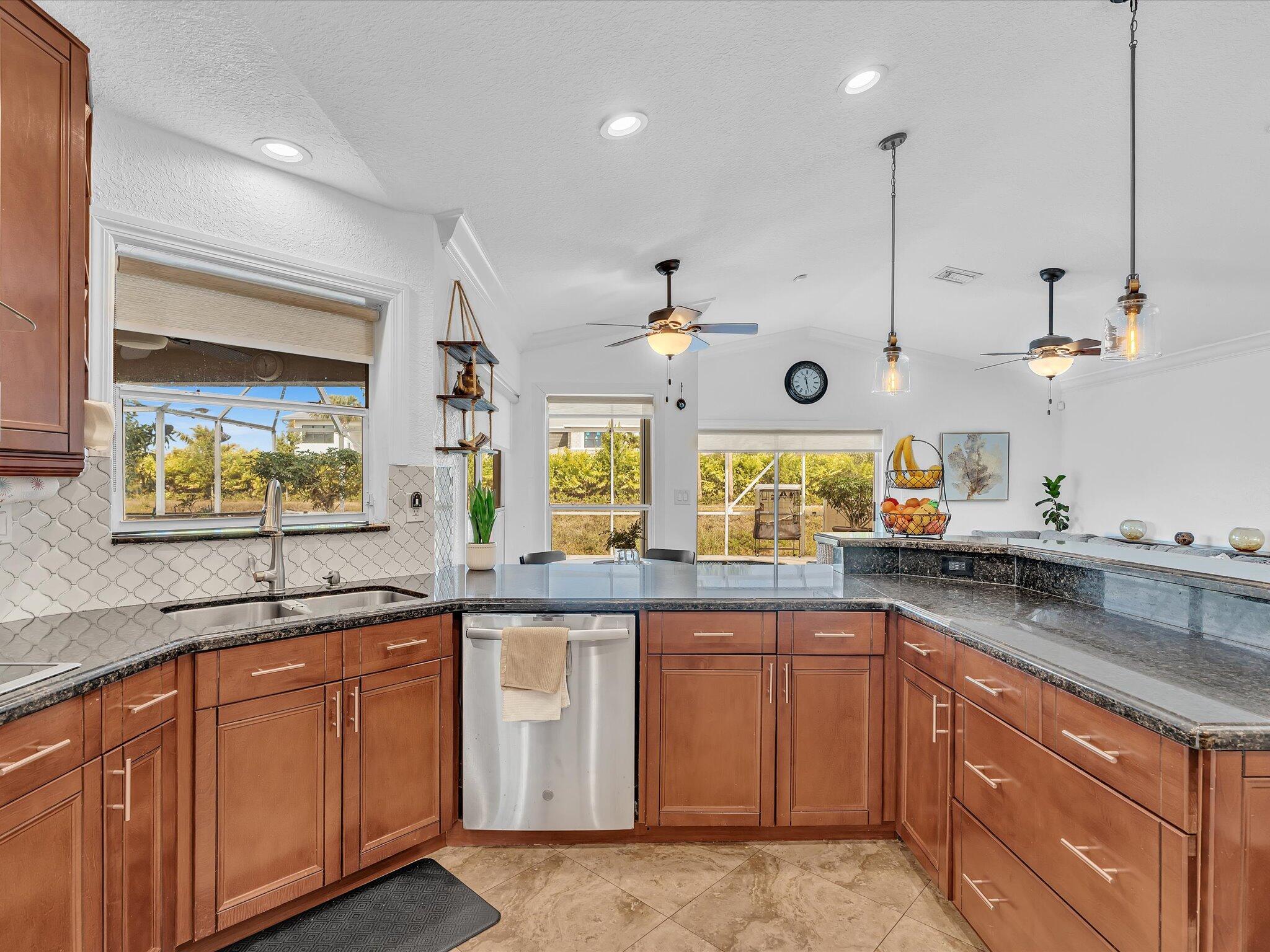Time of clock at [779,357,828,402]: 11:27
